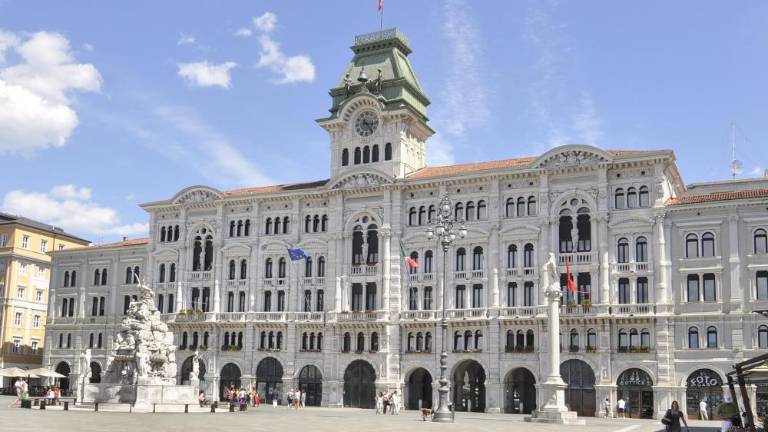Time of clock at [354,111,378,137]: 3:23
